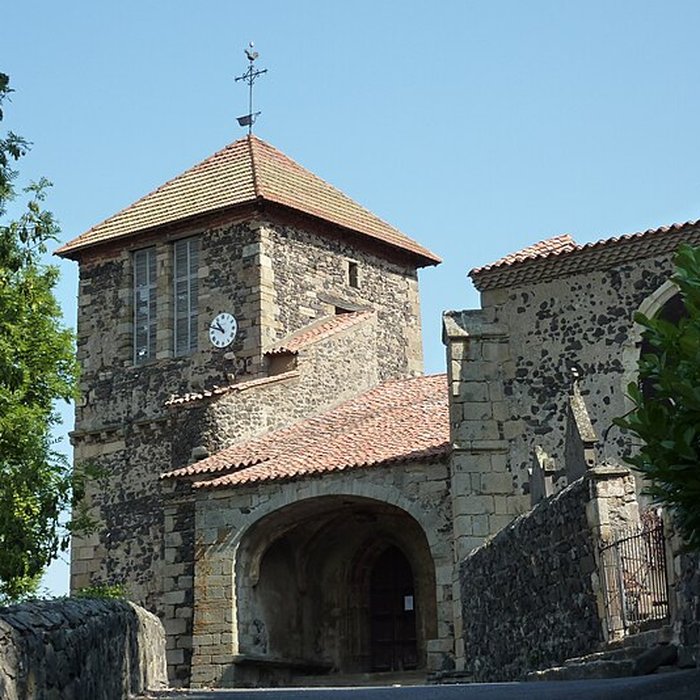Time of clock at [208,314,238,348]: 10:48
